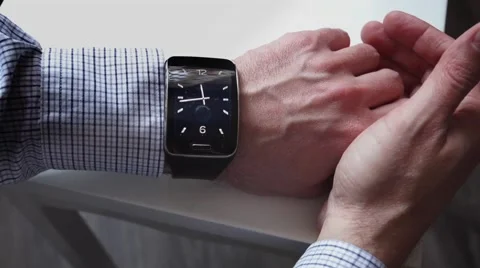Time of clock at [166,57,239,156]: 11:43
